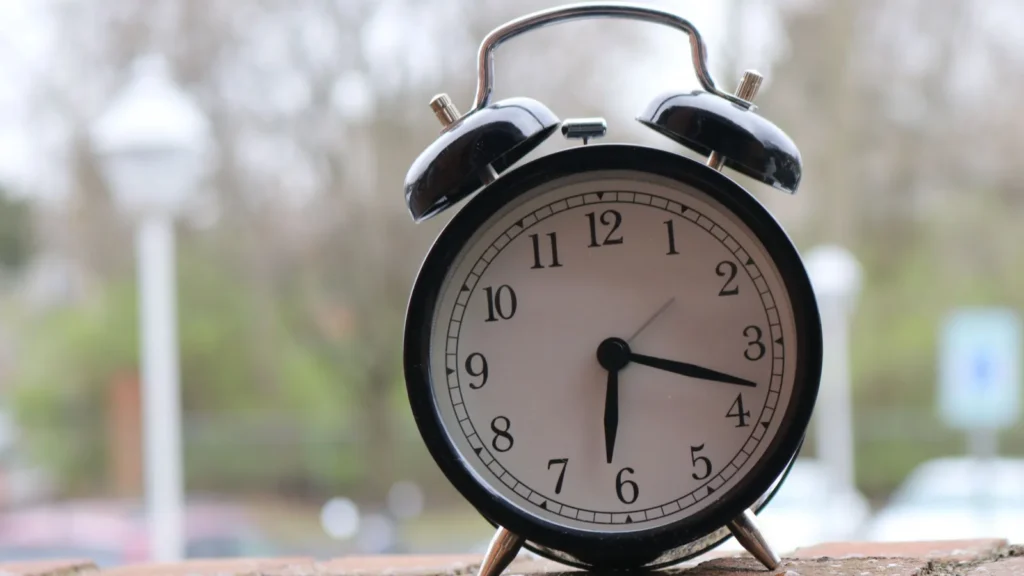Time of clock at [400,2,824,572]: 6:18
